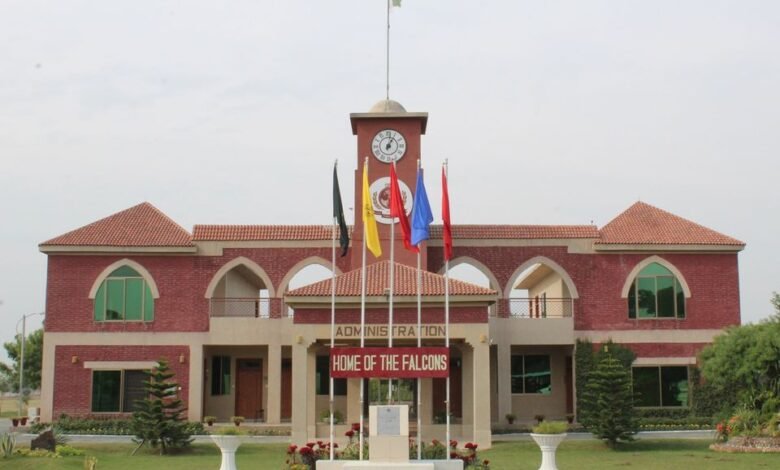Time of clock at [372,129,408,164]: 1:02
